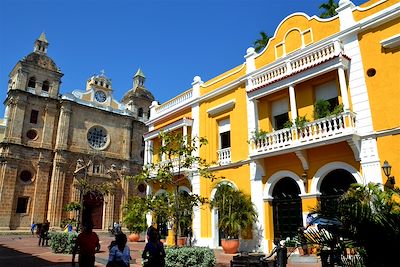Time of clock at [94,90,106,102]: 2:56
